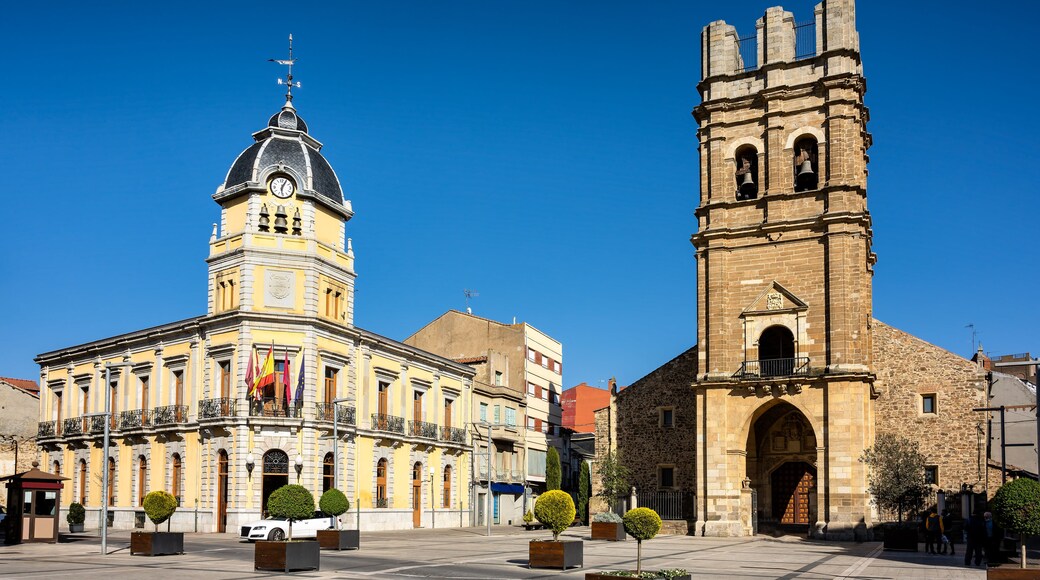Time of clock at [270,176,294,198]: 6:05
